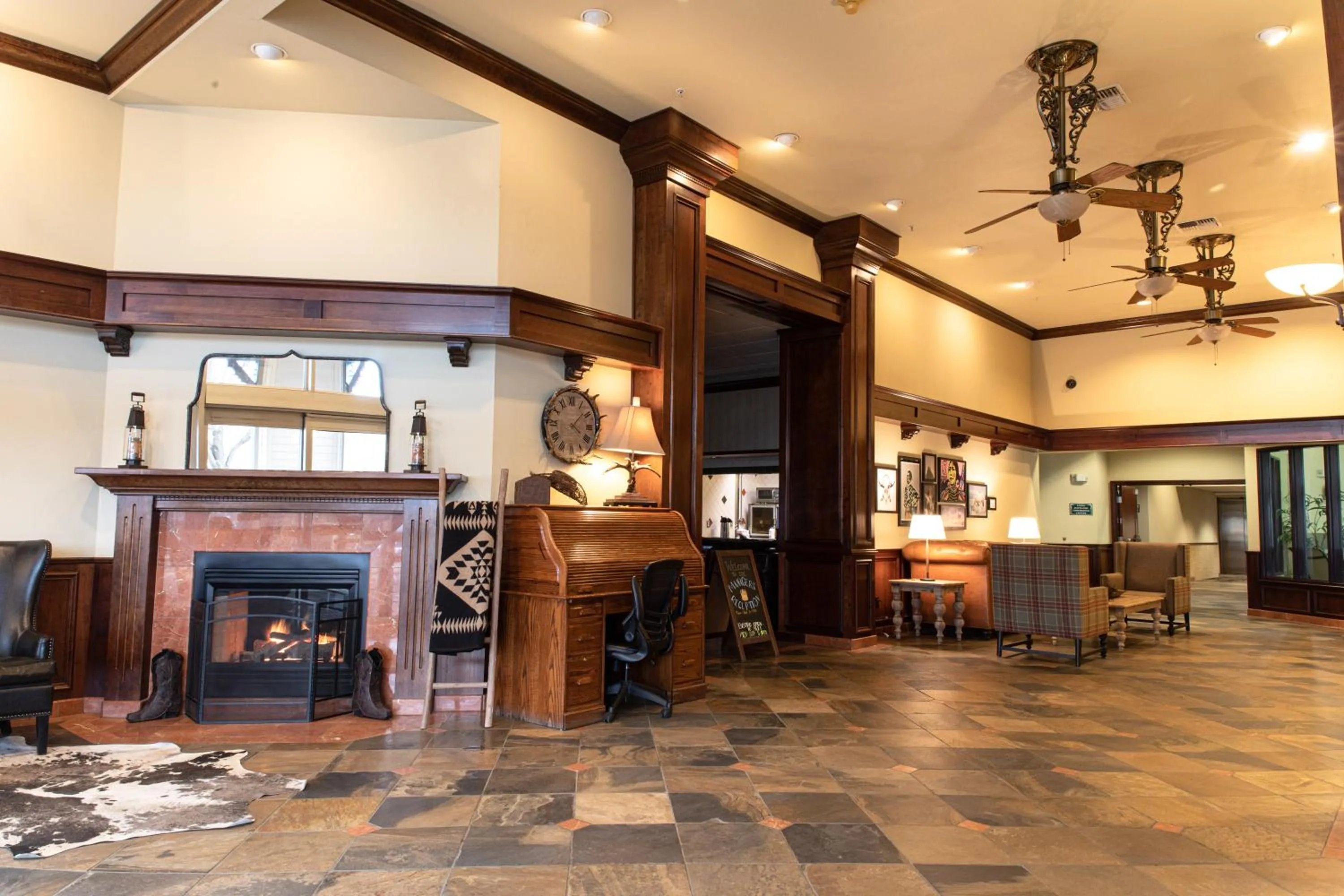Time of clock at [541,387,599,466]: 4:07
